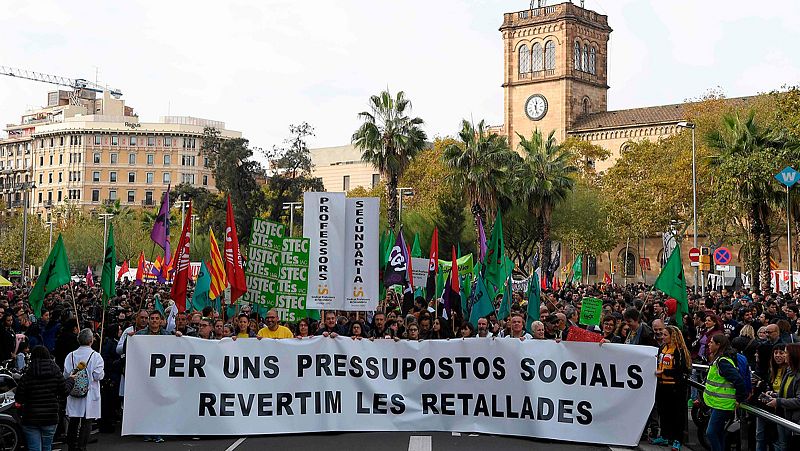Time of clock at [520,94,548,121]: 12:27
